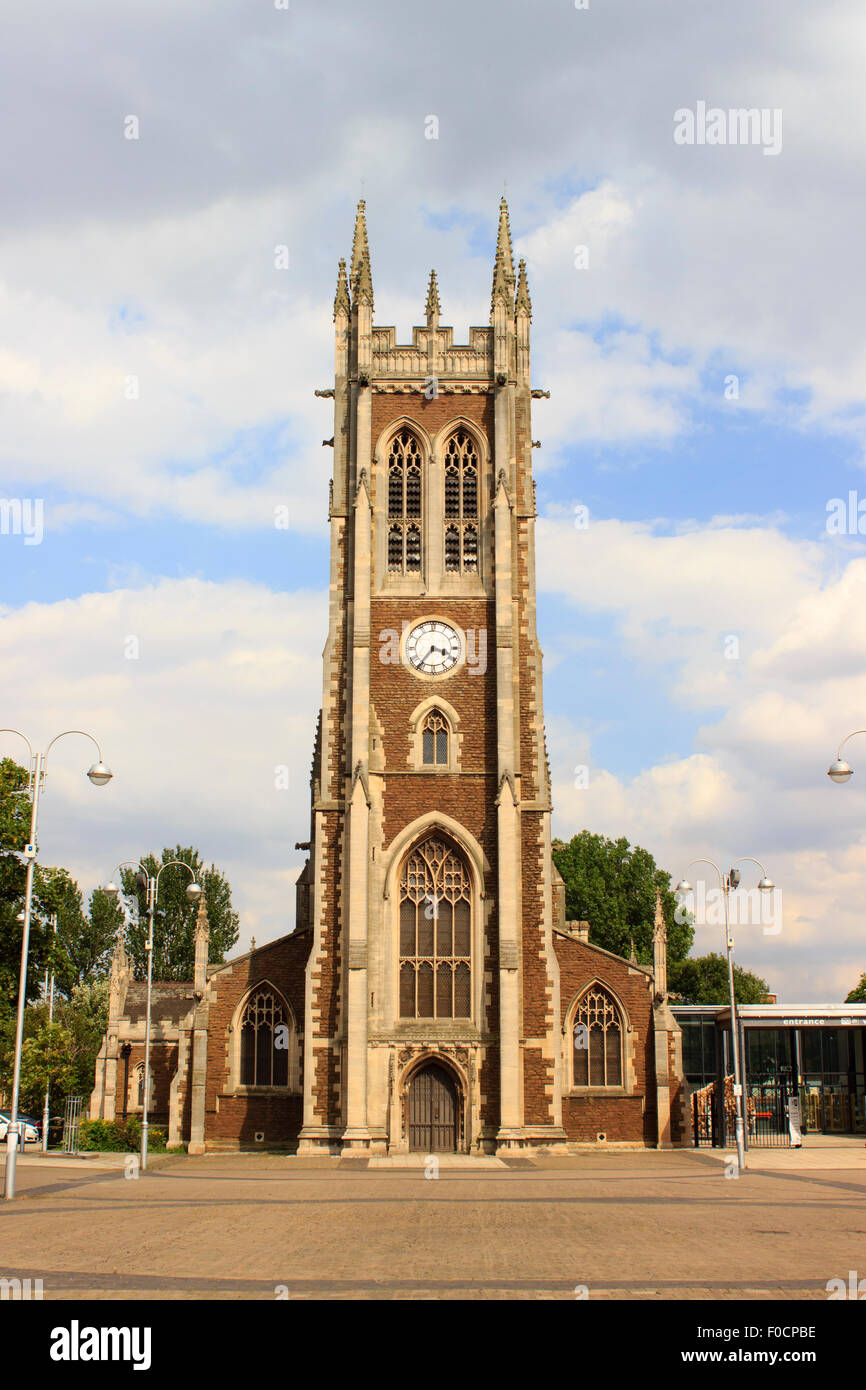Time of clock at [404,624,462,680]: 3:36
